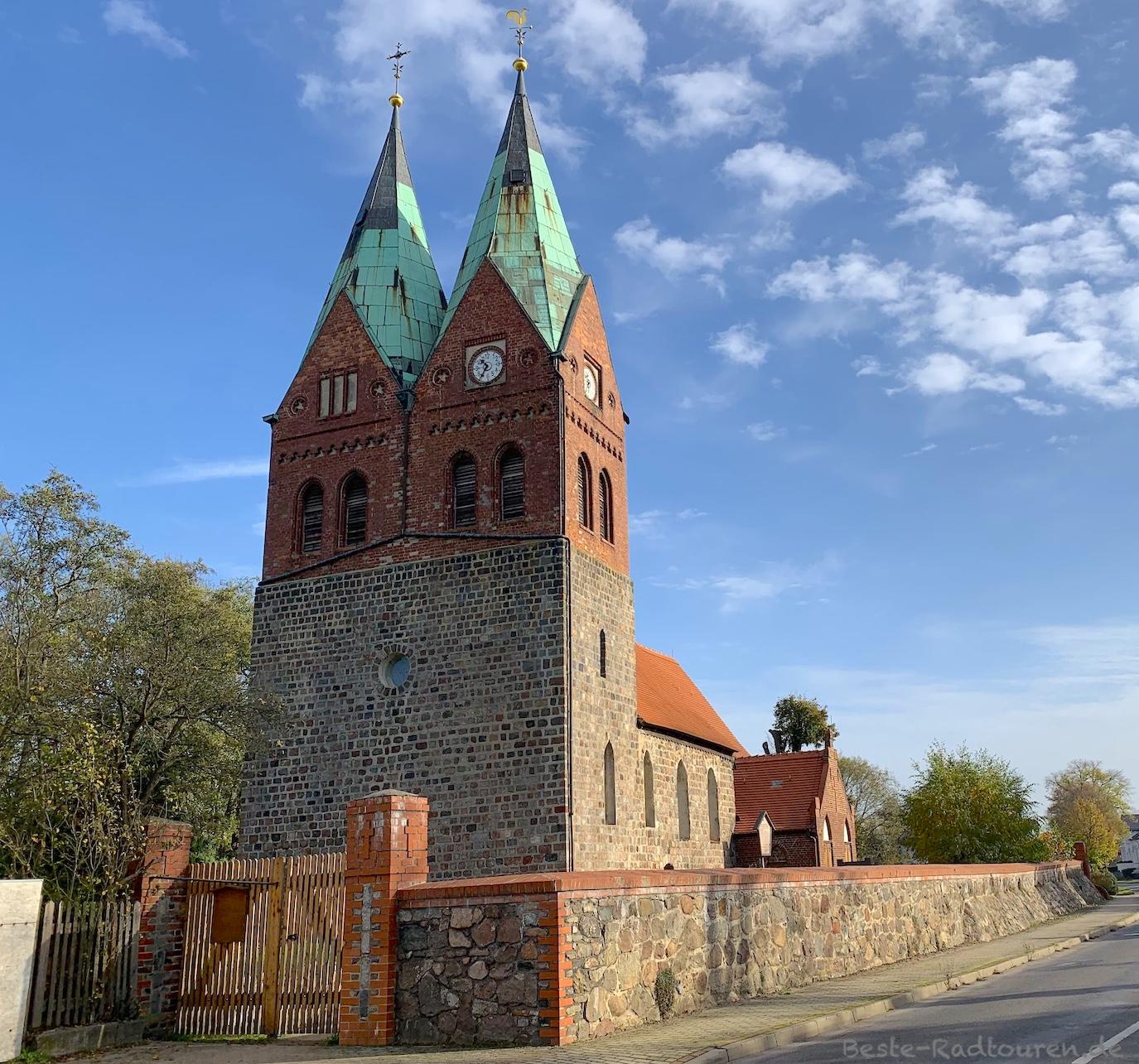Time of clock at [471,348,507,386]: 10:35
